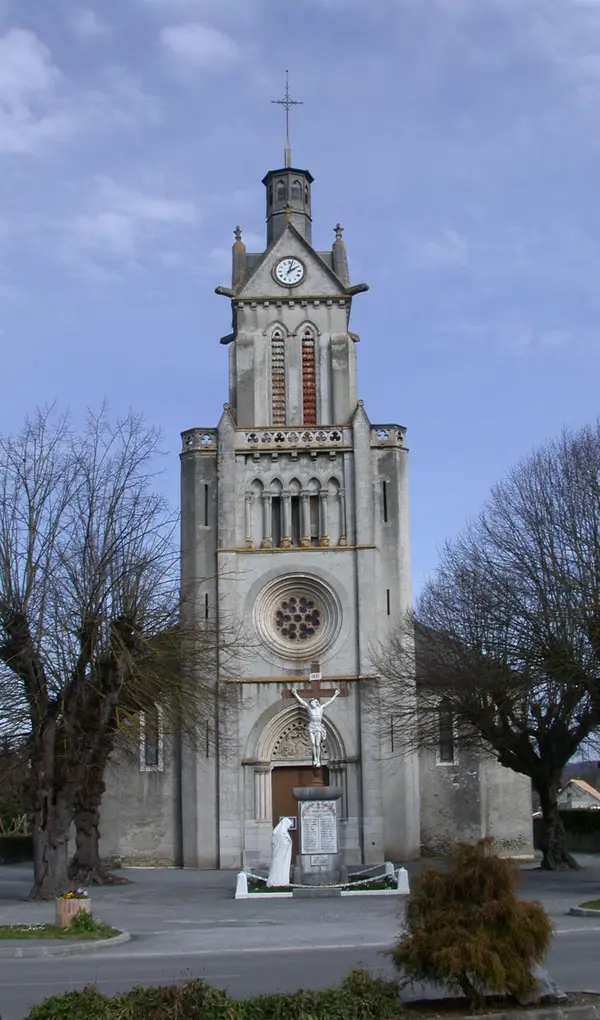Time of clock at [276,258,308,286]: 2:02
